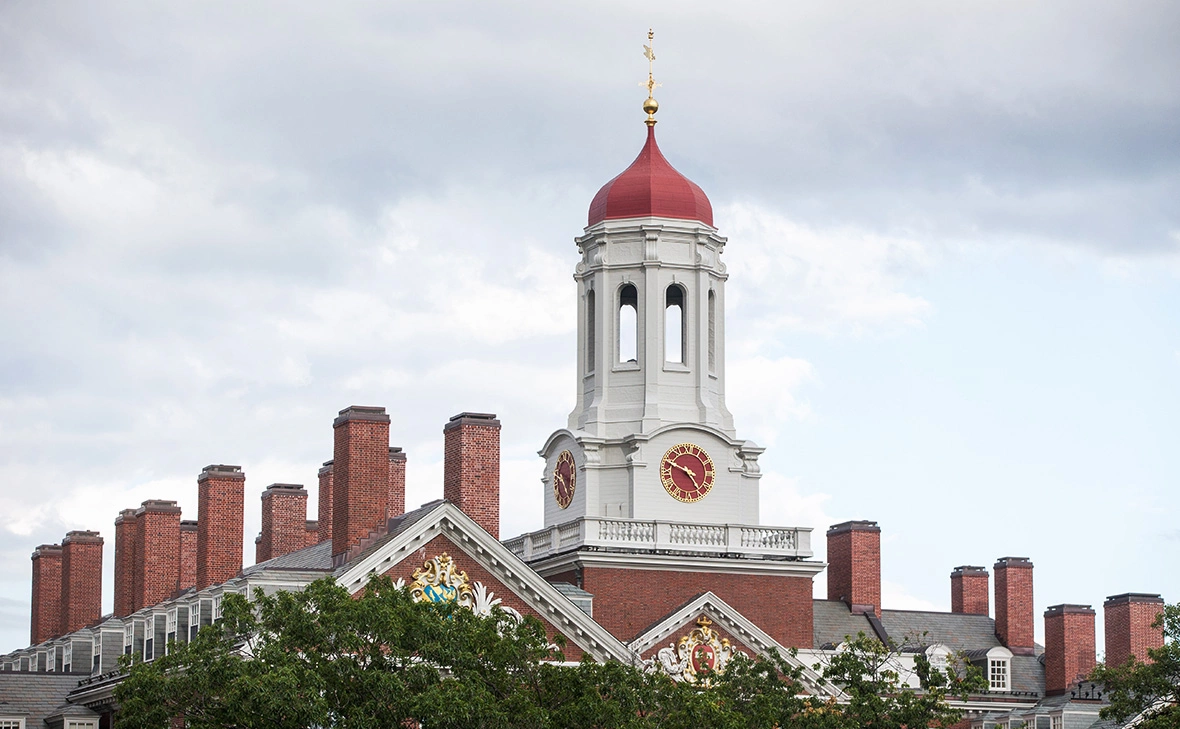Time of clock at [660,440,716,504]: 4:48
